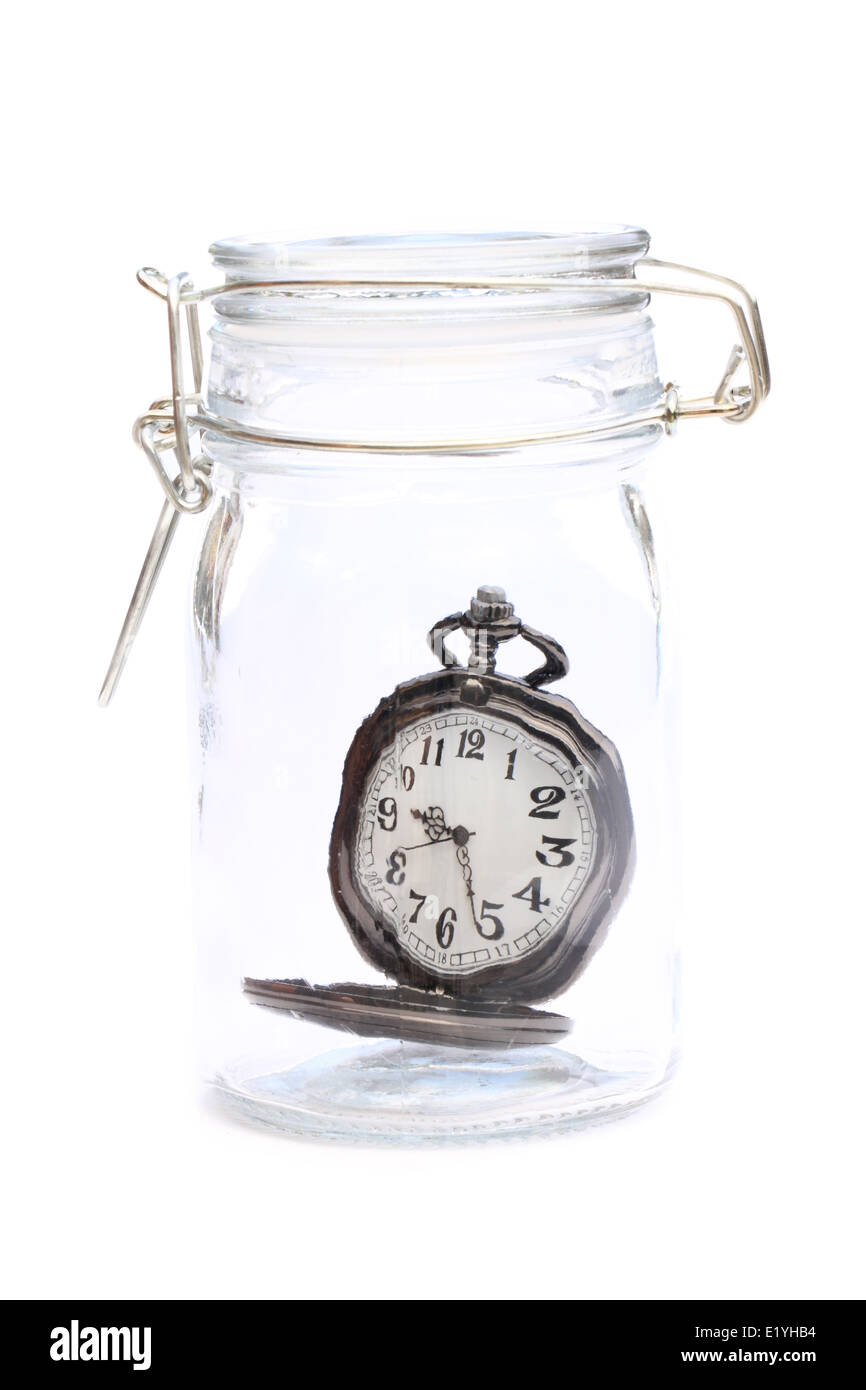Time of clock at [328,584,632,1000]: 9:26
